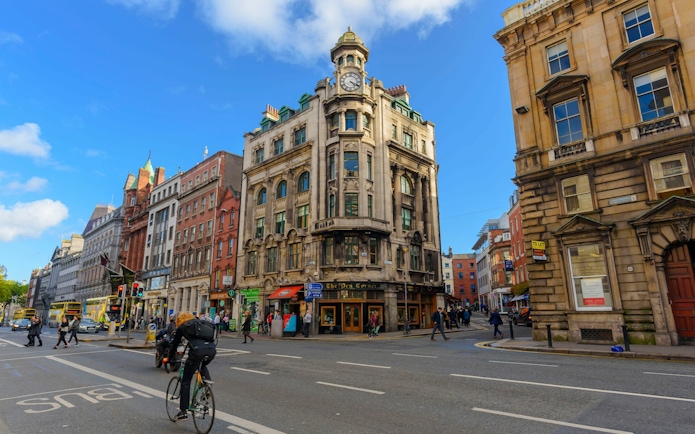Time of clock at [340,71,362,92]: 4:19
